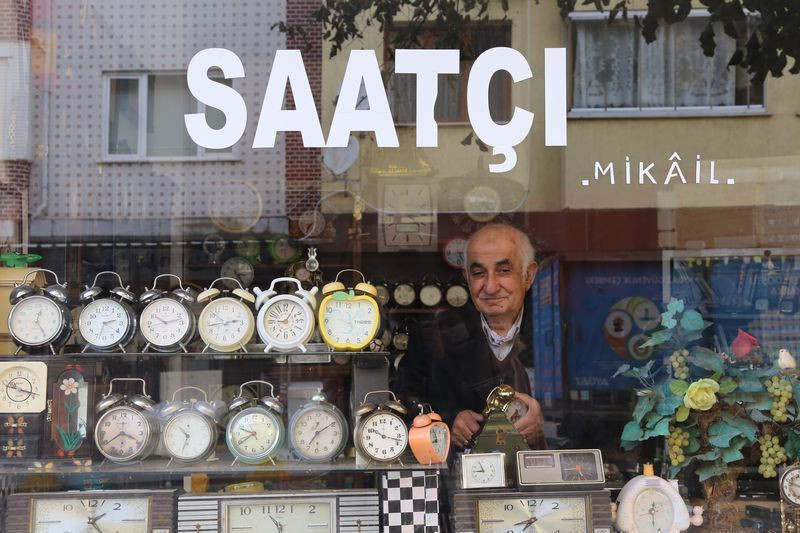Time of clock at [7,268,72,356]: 12:24
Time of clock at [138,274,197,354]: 10:12
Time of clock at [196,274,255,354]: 2:43
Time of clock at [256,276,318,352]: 9:05
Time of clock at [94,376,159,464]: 3:39
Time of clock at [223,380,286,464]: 9:39
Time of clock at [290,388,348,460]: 7:09
